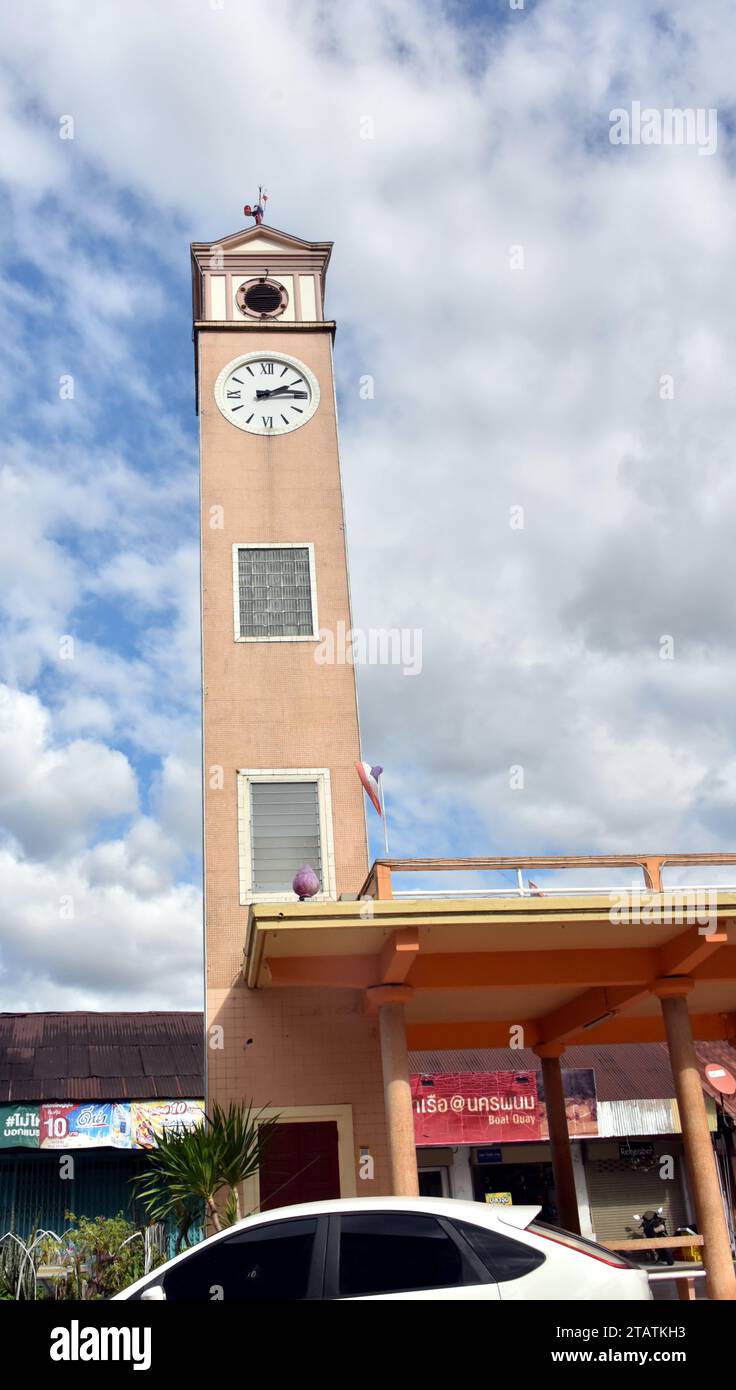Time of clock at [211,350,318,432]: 2:14
